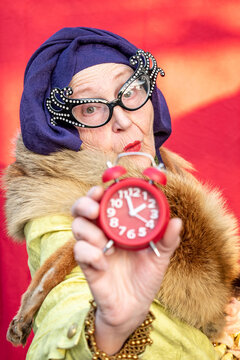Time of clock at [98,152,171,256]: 1:56
